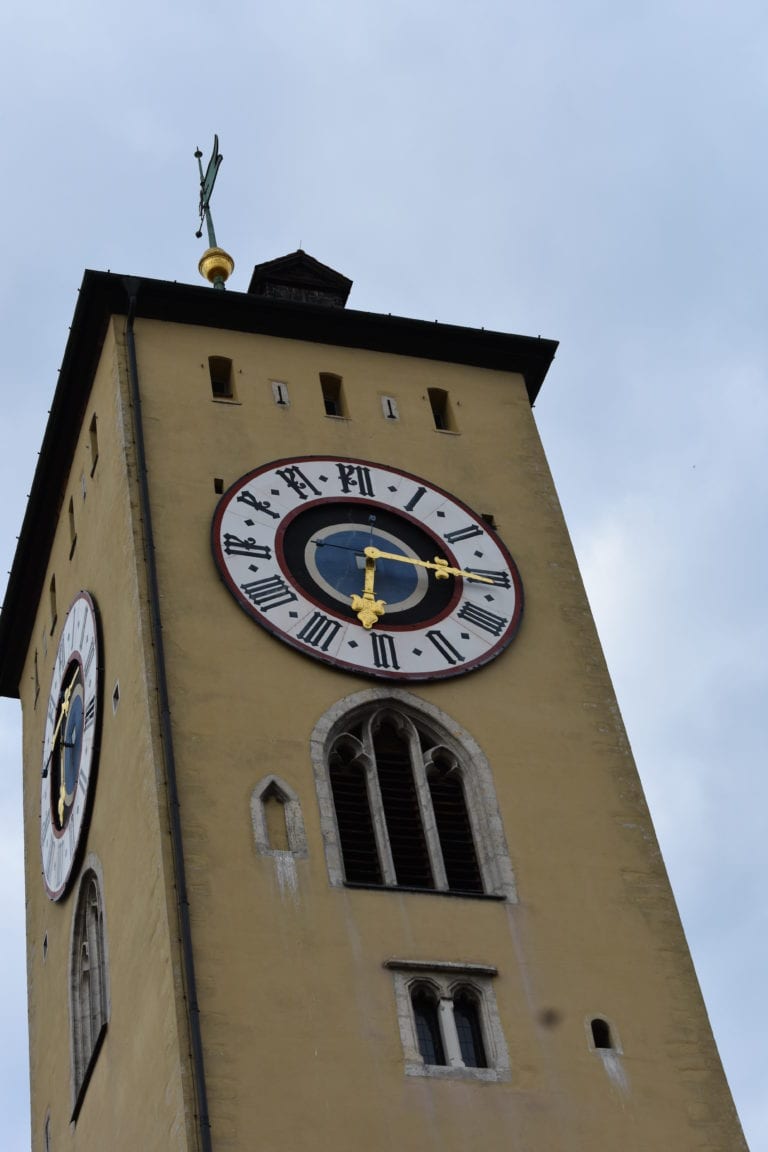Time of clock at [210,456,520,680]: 6:15
